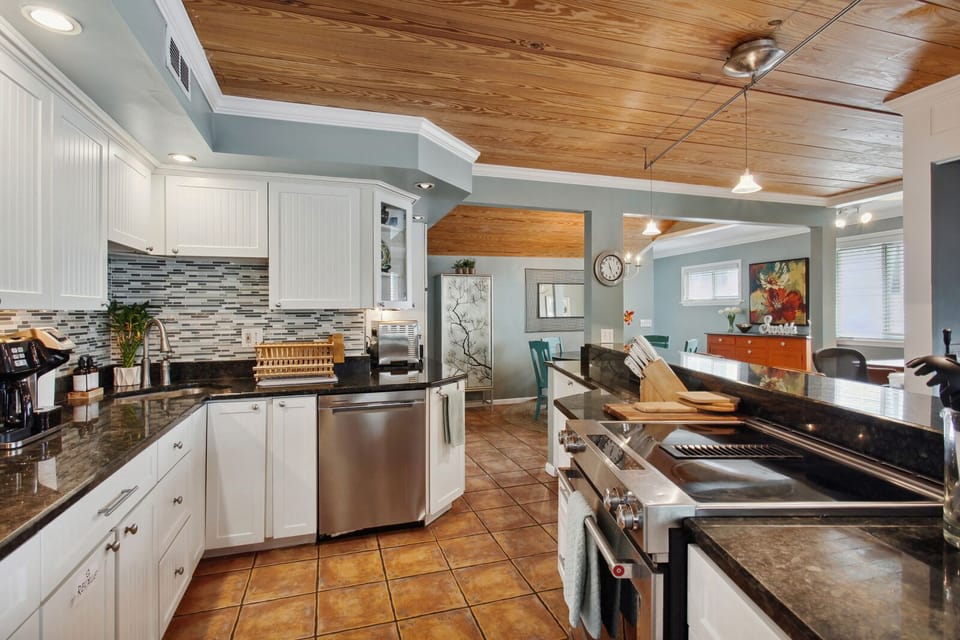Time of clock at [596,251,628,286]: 11:25
